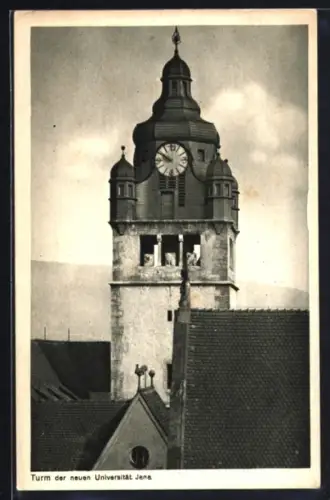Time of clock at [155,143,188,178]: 9:50
